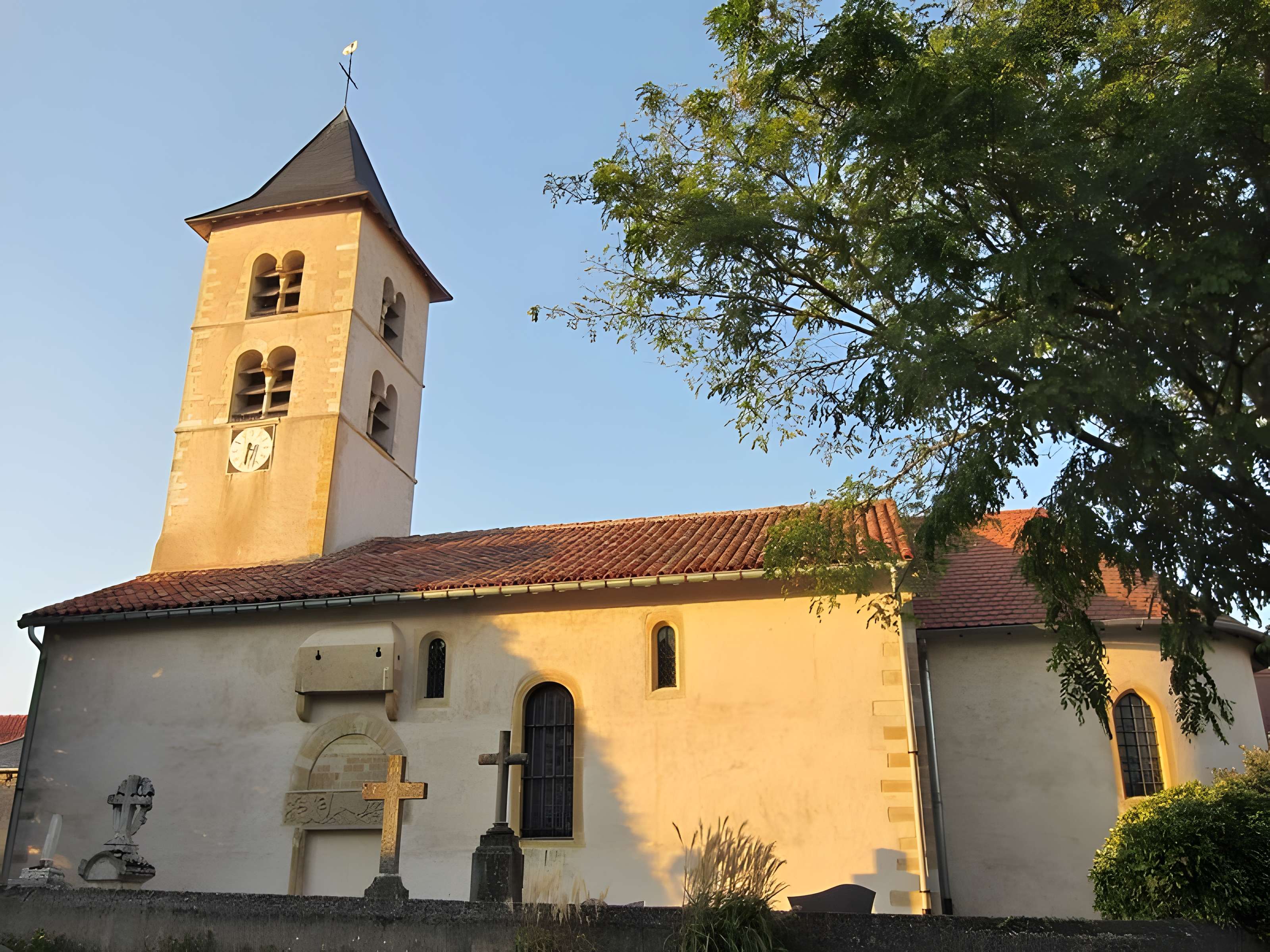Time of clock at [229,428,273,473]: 6:32
